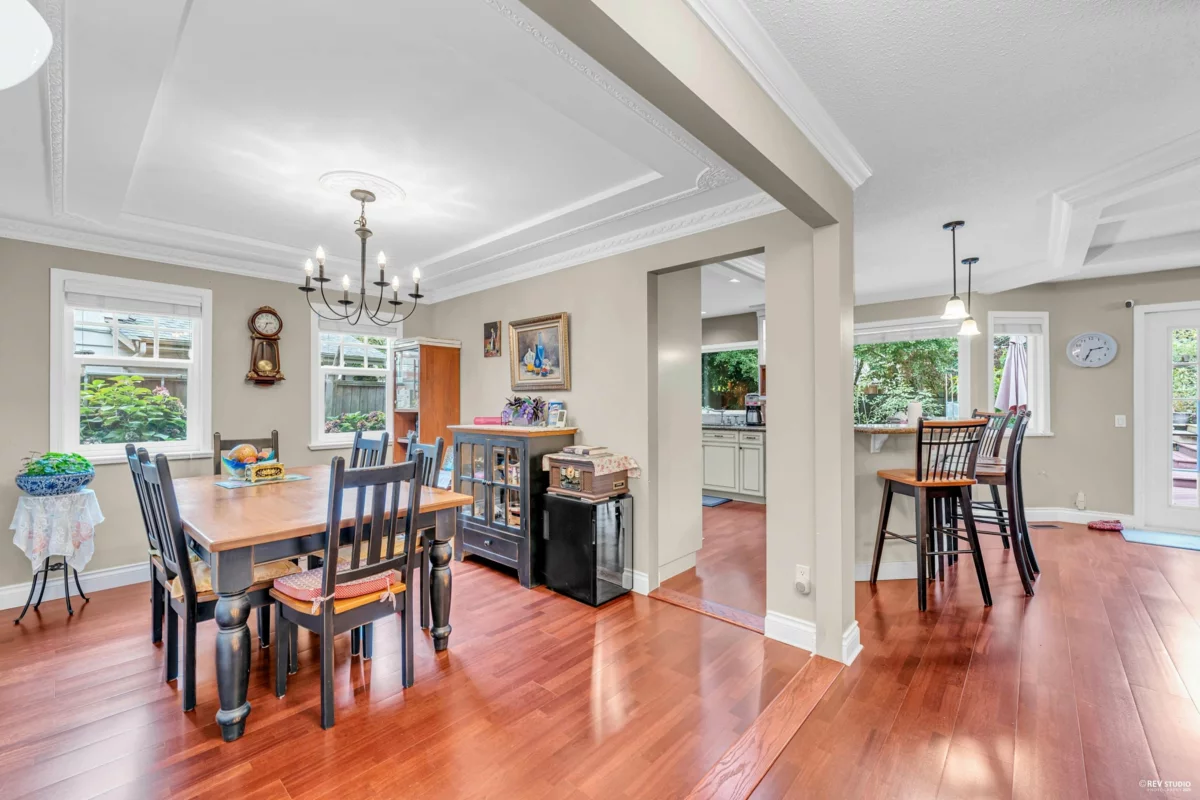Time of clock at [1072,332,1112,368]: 2:33
